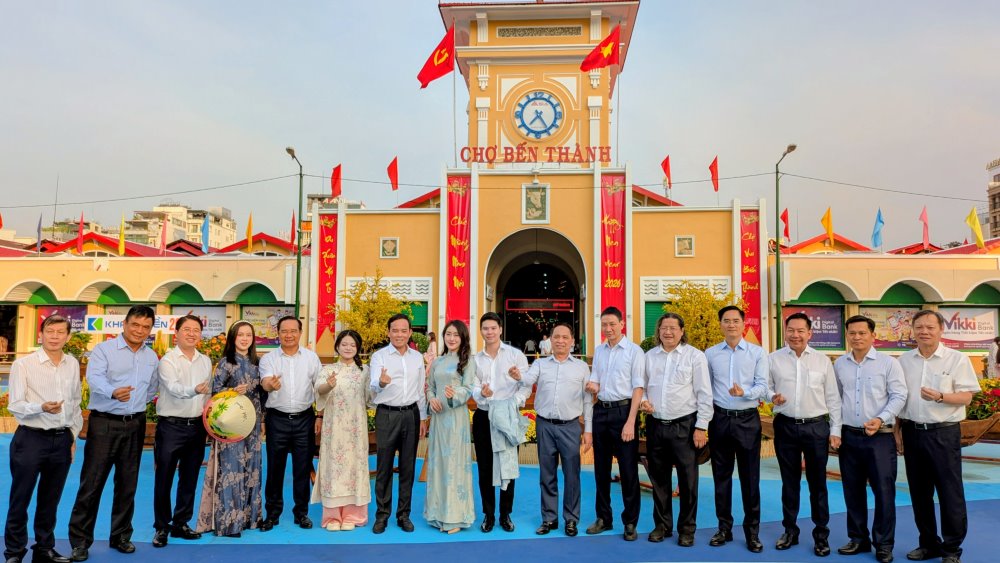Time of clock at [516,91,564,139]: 7:24
